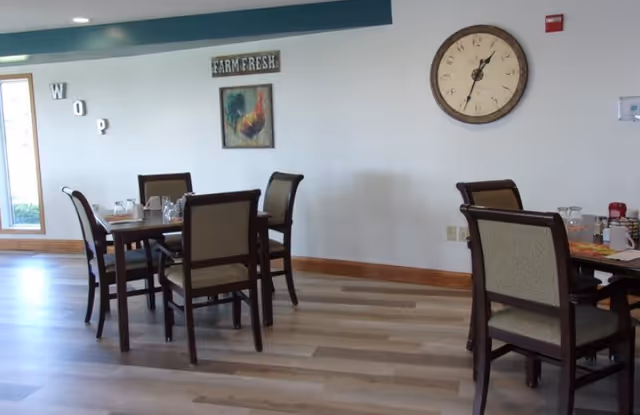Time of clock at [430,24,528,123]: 1:33
